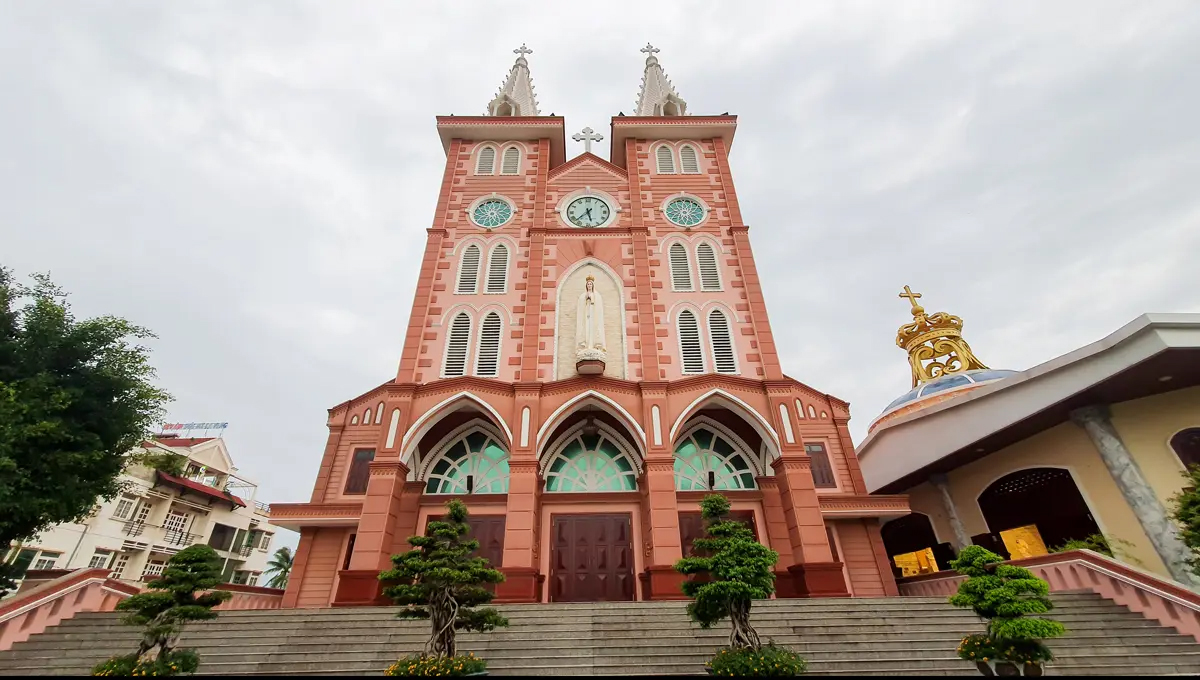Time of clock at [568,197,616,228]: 5:37
